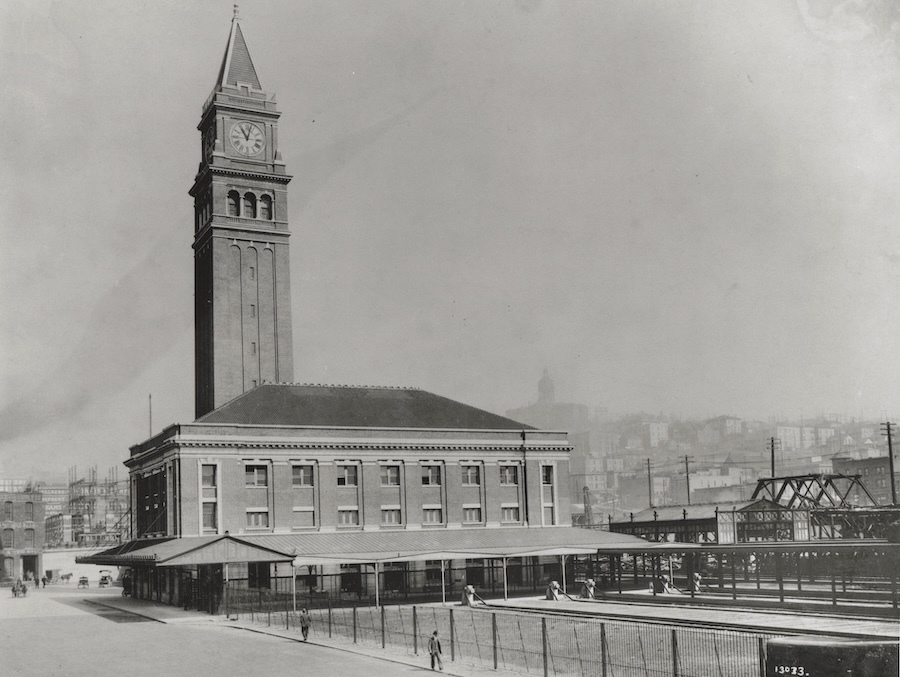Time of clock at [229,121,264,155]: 11:02
